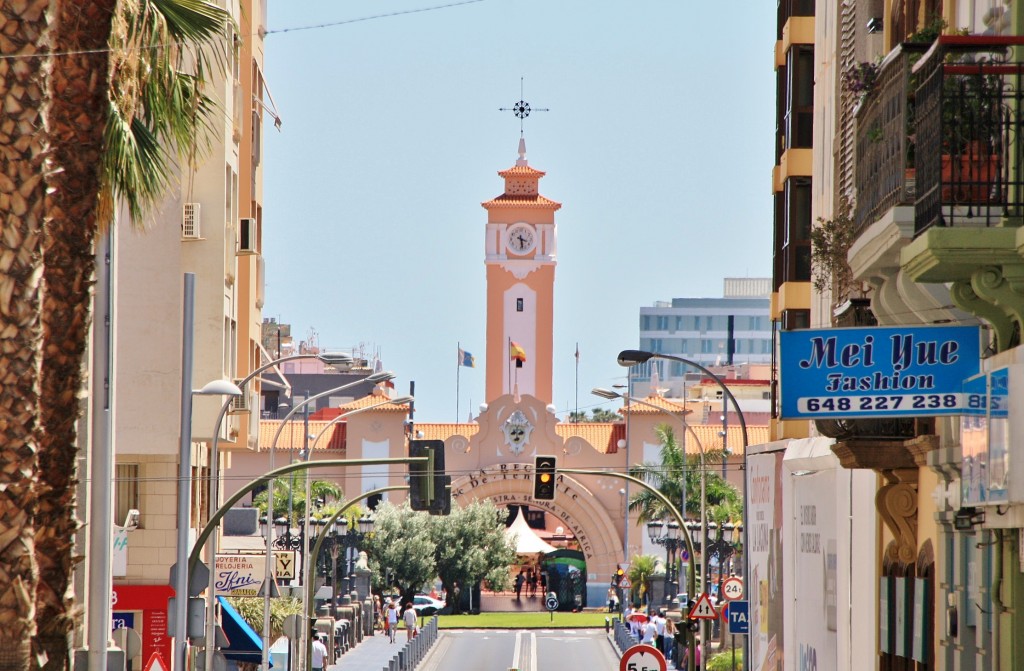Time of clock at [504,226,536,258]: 3:28
